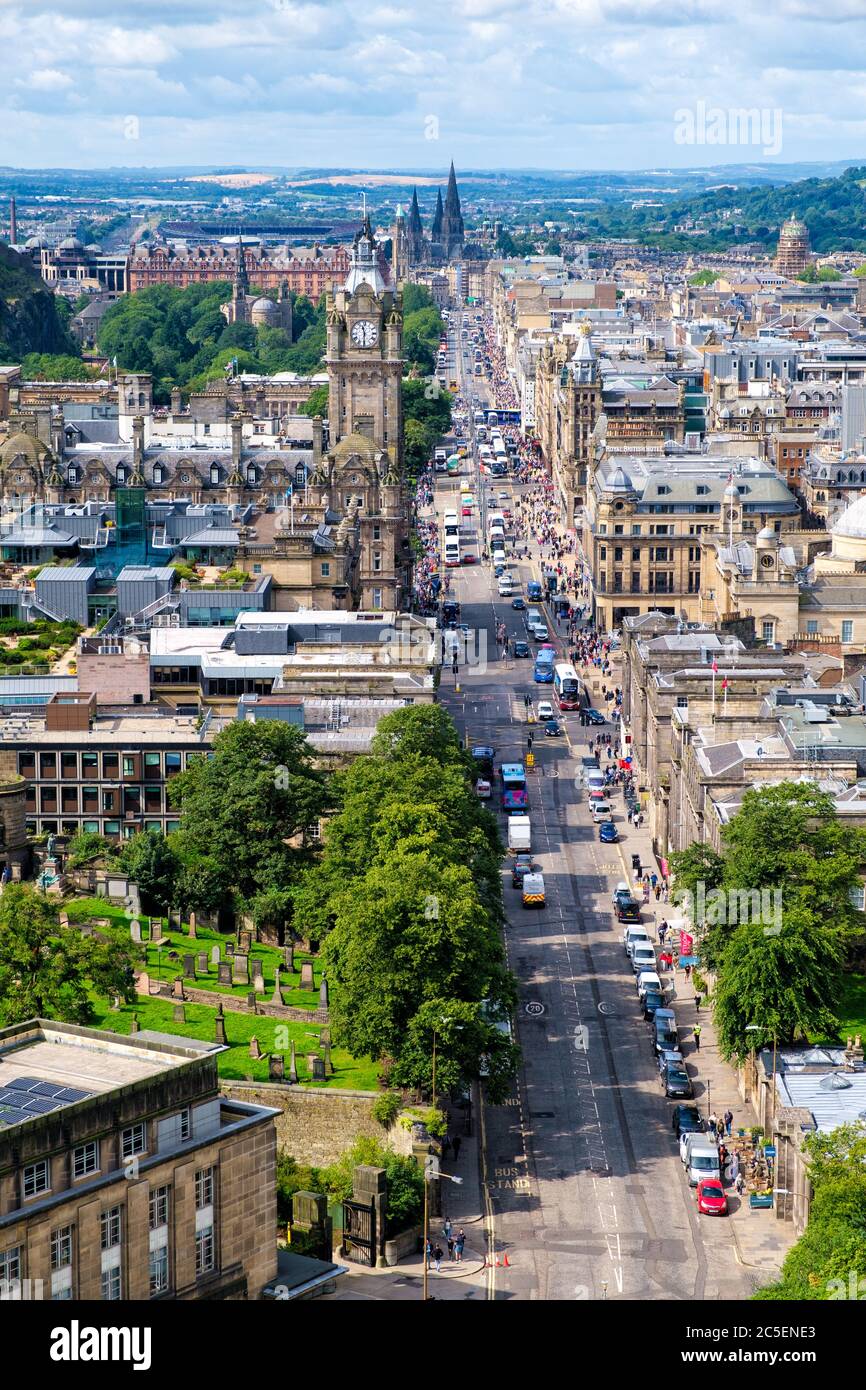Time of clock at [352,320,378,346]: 11:30
